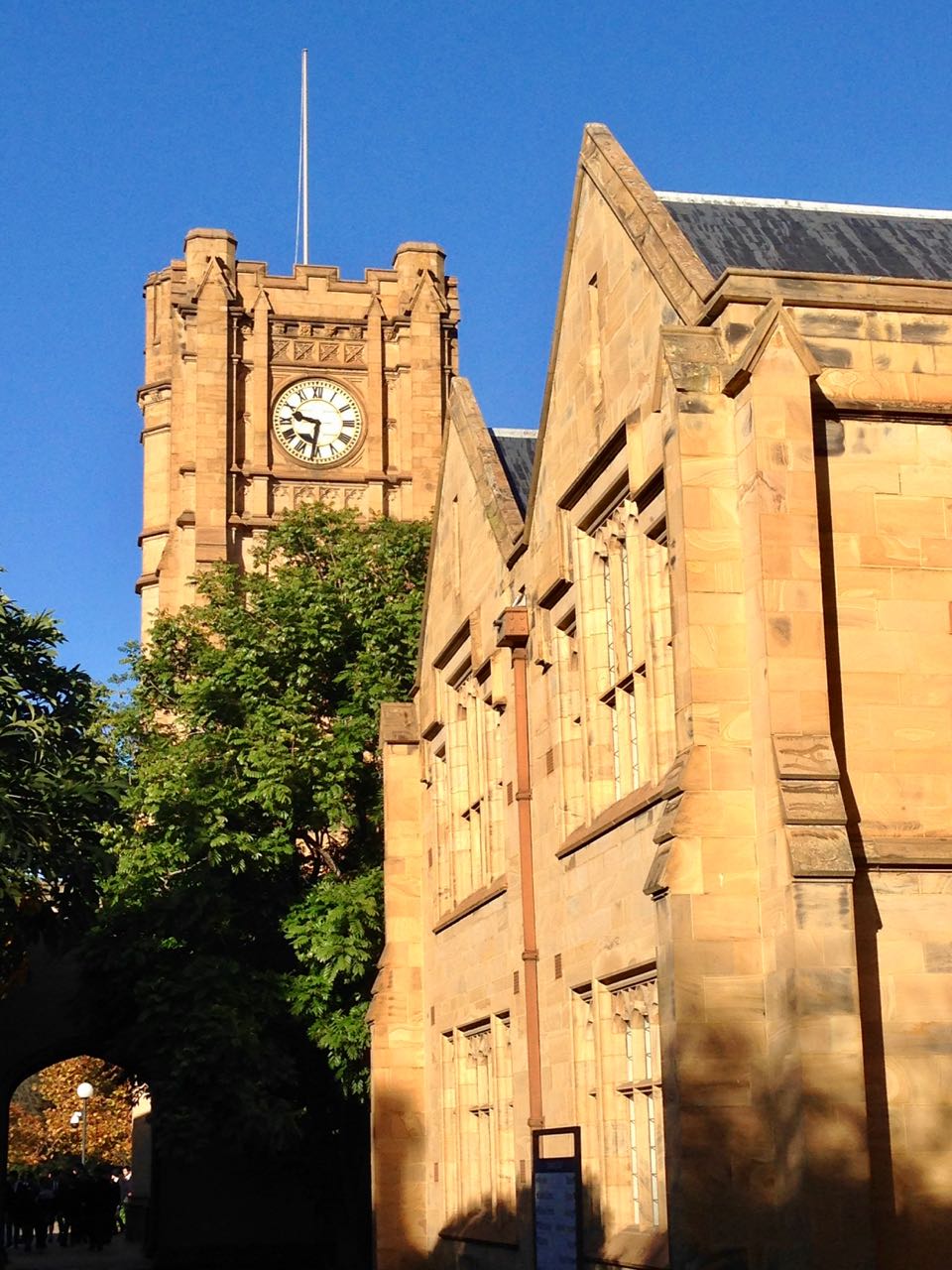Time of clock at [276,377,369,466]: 9:31
